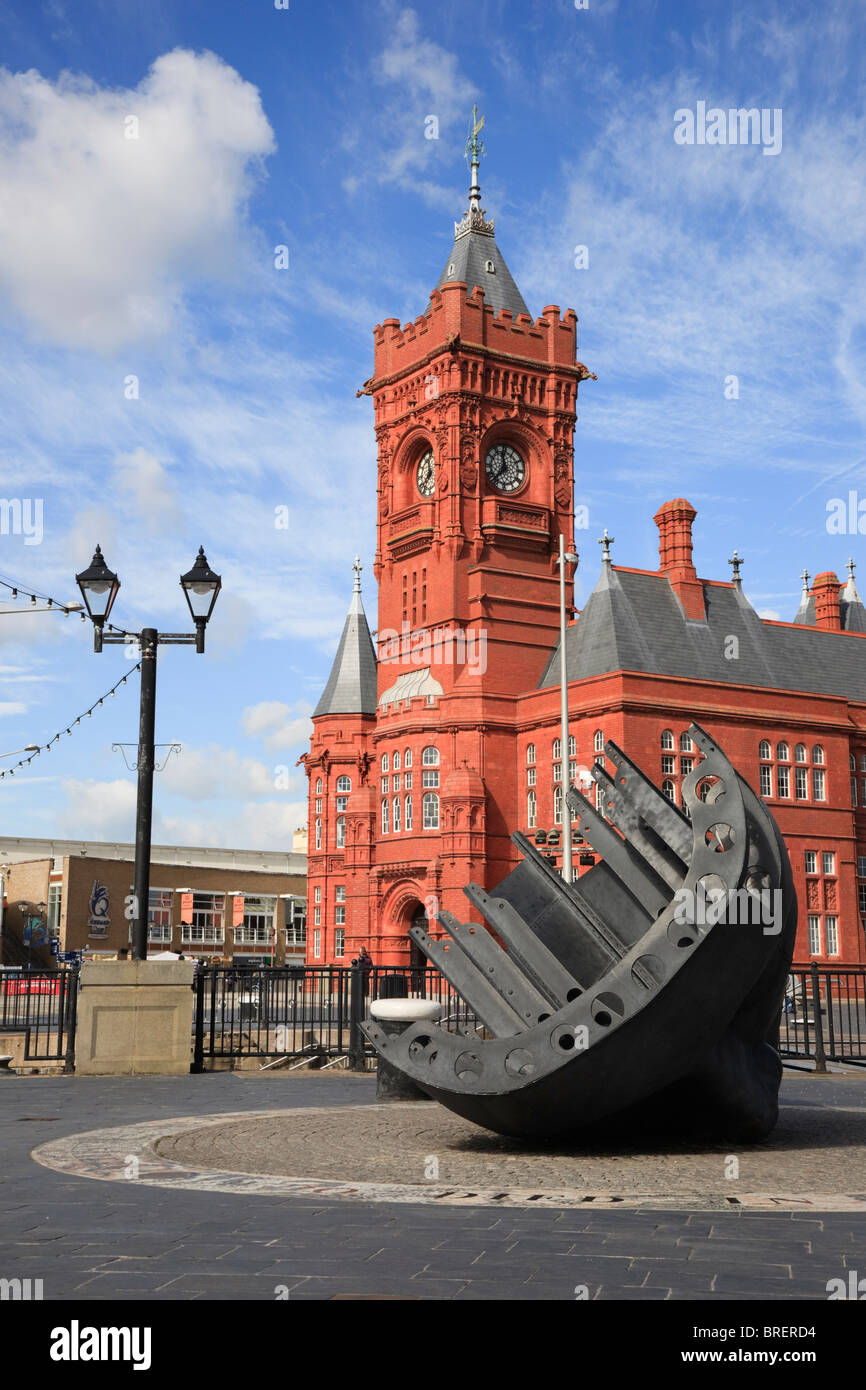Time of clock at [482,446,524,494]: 11:37
